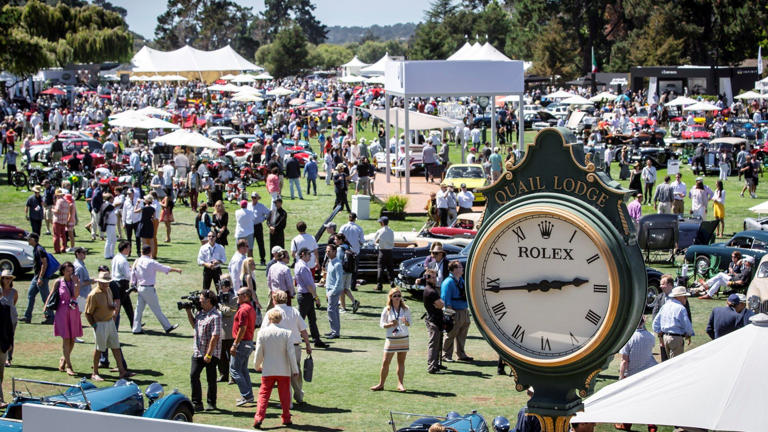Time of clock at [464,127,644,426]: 2:43
